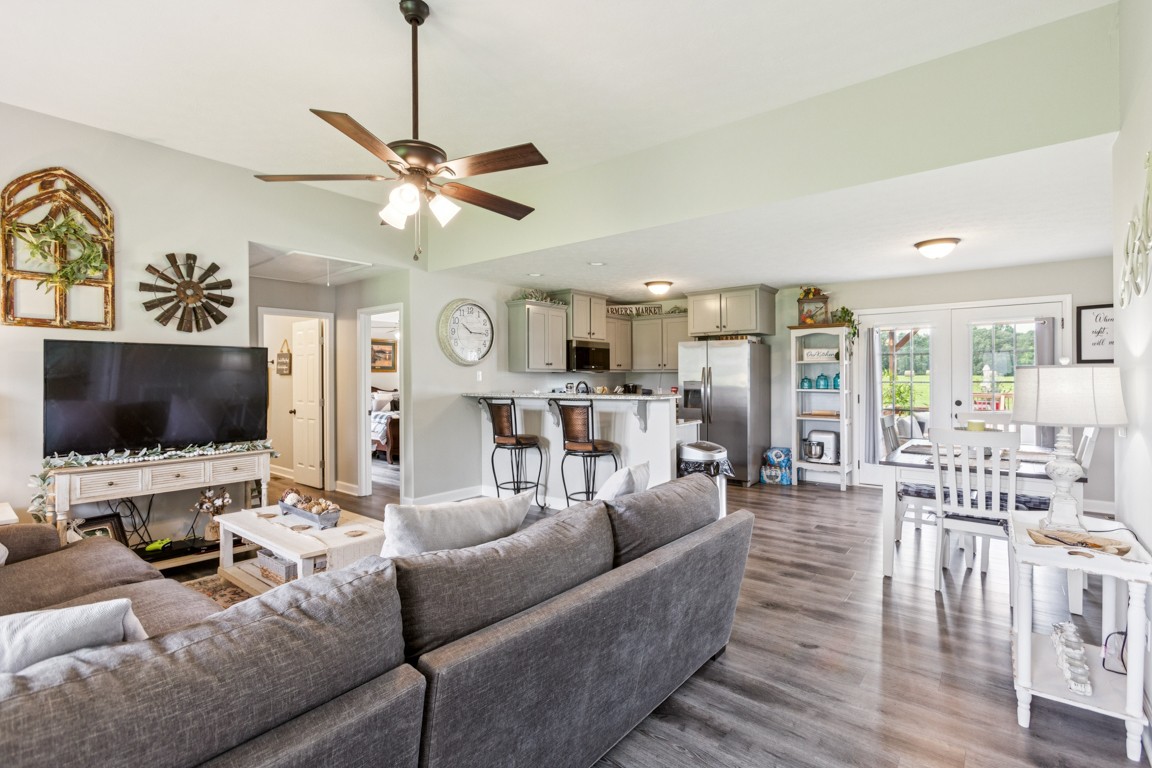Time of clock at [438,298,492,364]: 10:15
